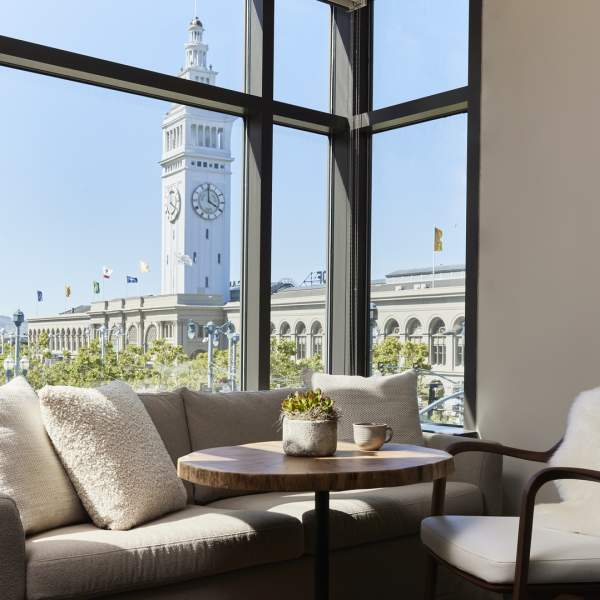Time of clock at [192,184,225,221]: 4:00
